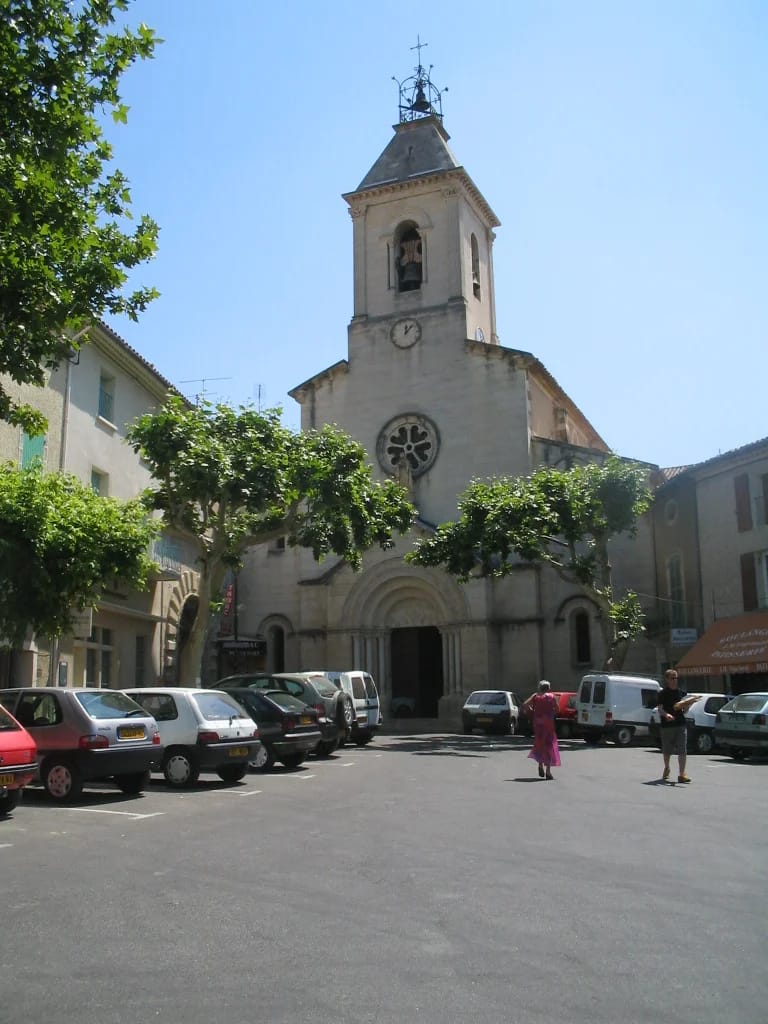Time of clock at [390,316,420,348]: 12:07
